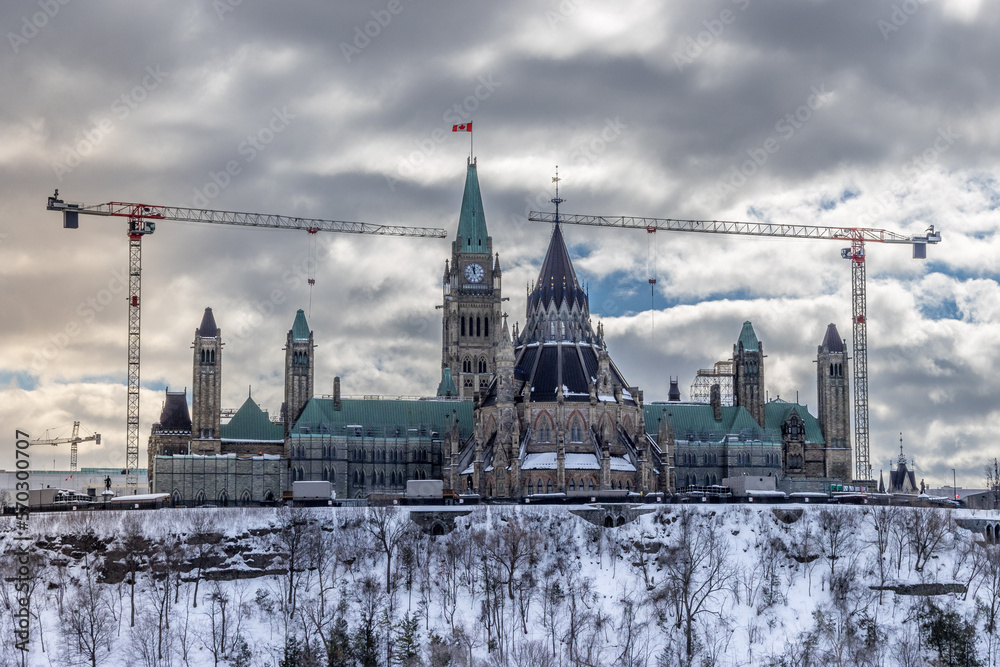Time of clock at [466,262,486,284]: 11:57
